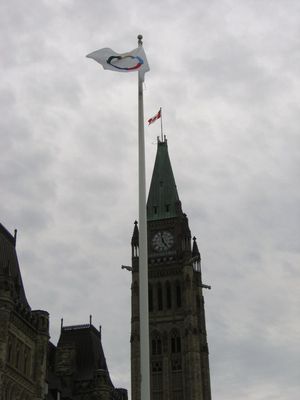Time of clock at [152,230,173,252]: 4:57
